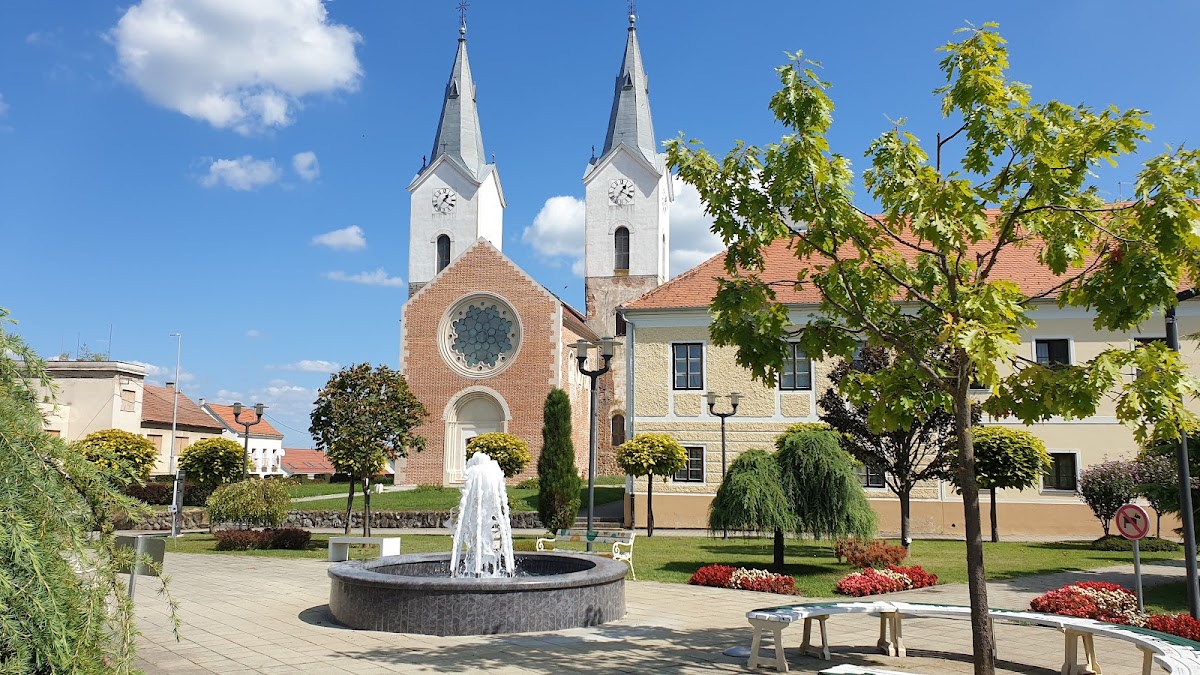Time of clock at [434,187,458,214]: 1:20
